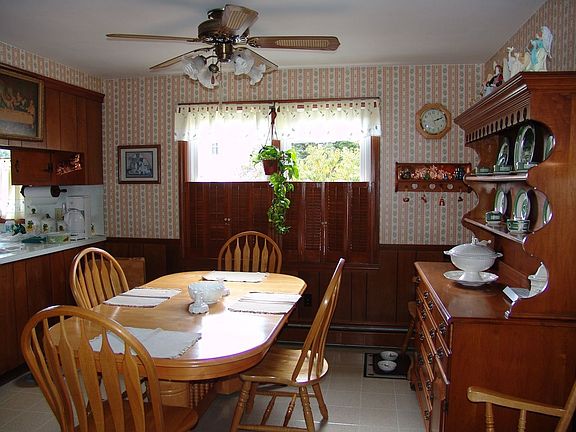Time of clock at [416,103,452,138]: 2:11
